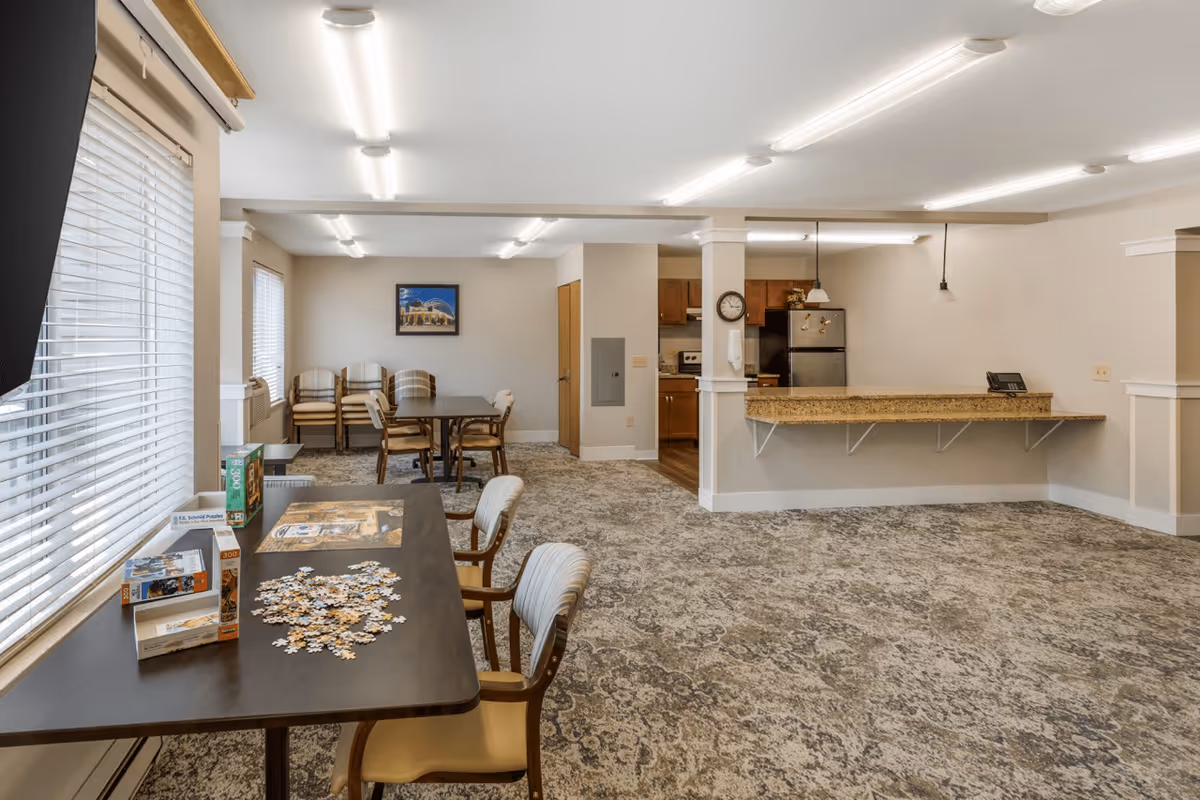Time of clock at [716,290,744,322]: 11:16
